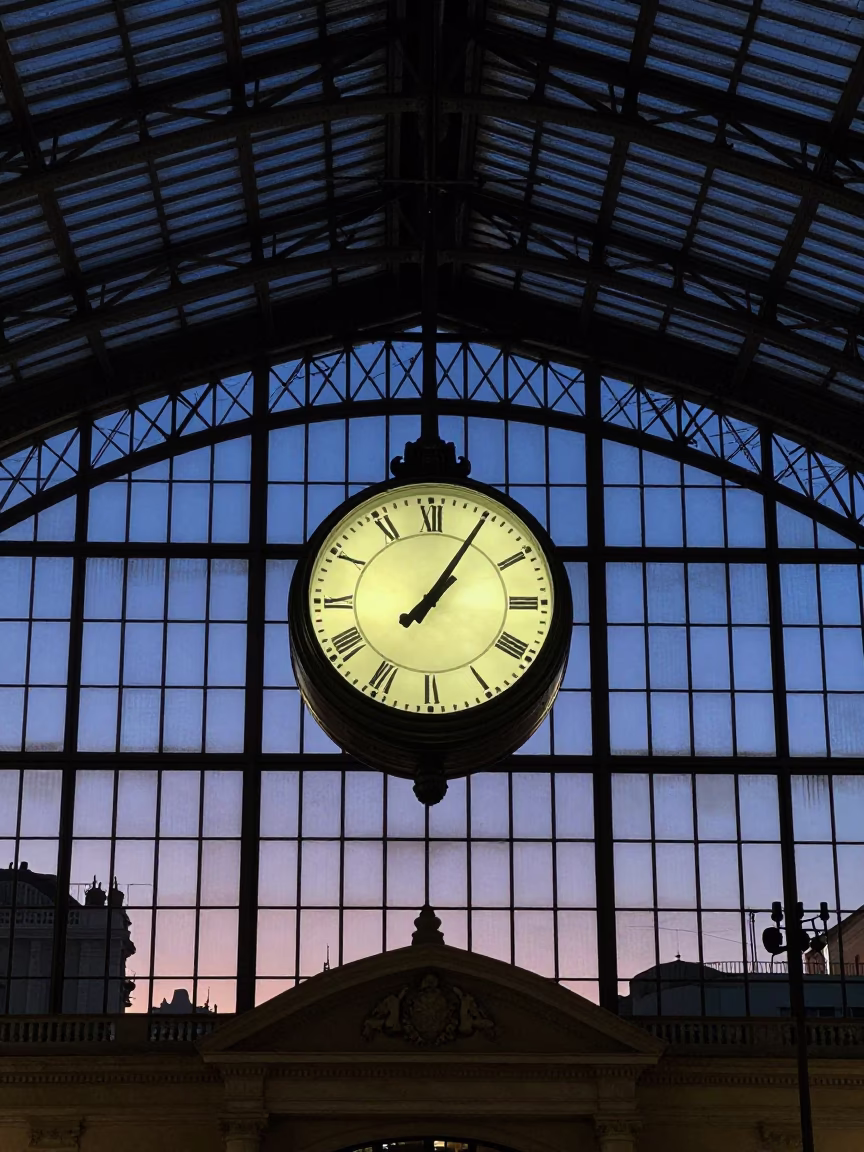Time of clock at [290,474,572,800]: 1:05
